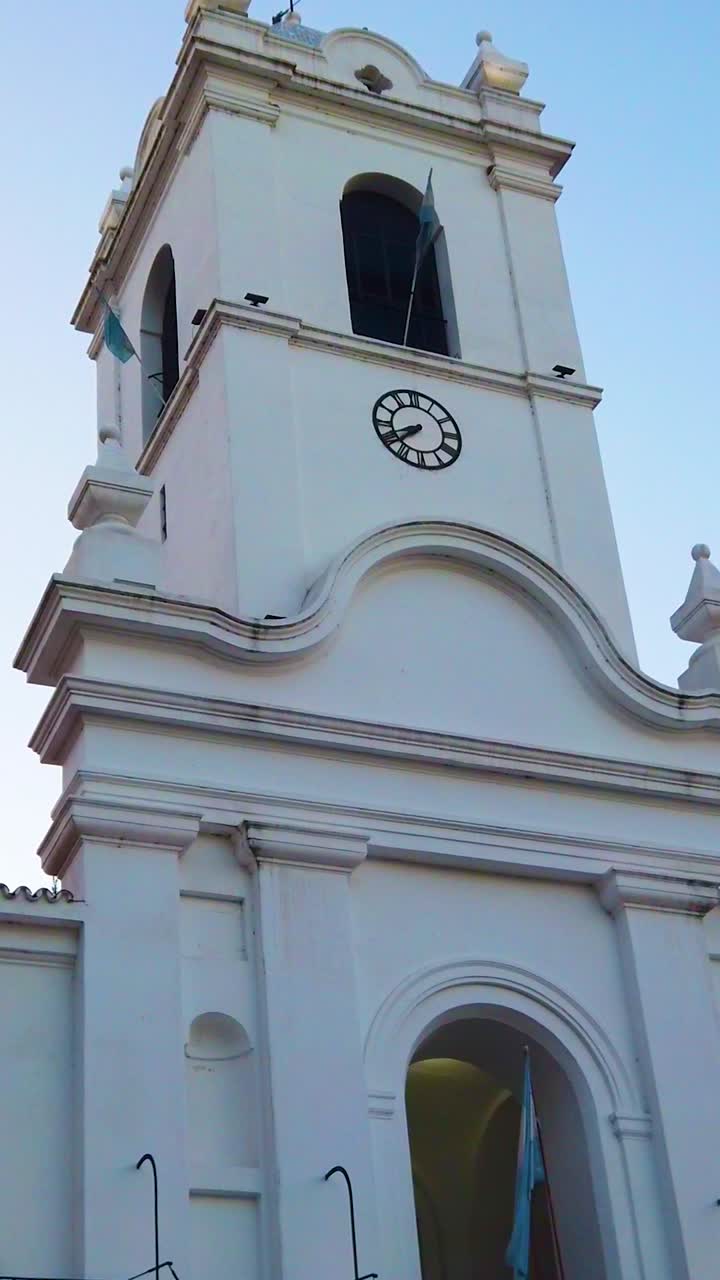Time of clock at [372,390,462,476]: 7:41
